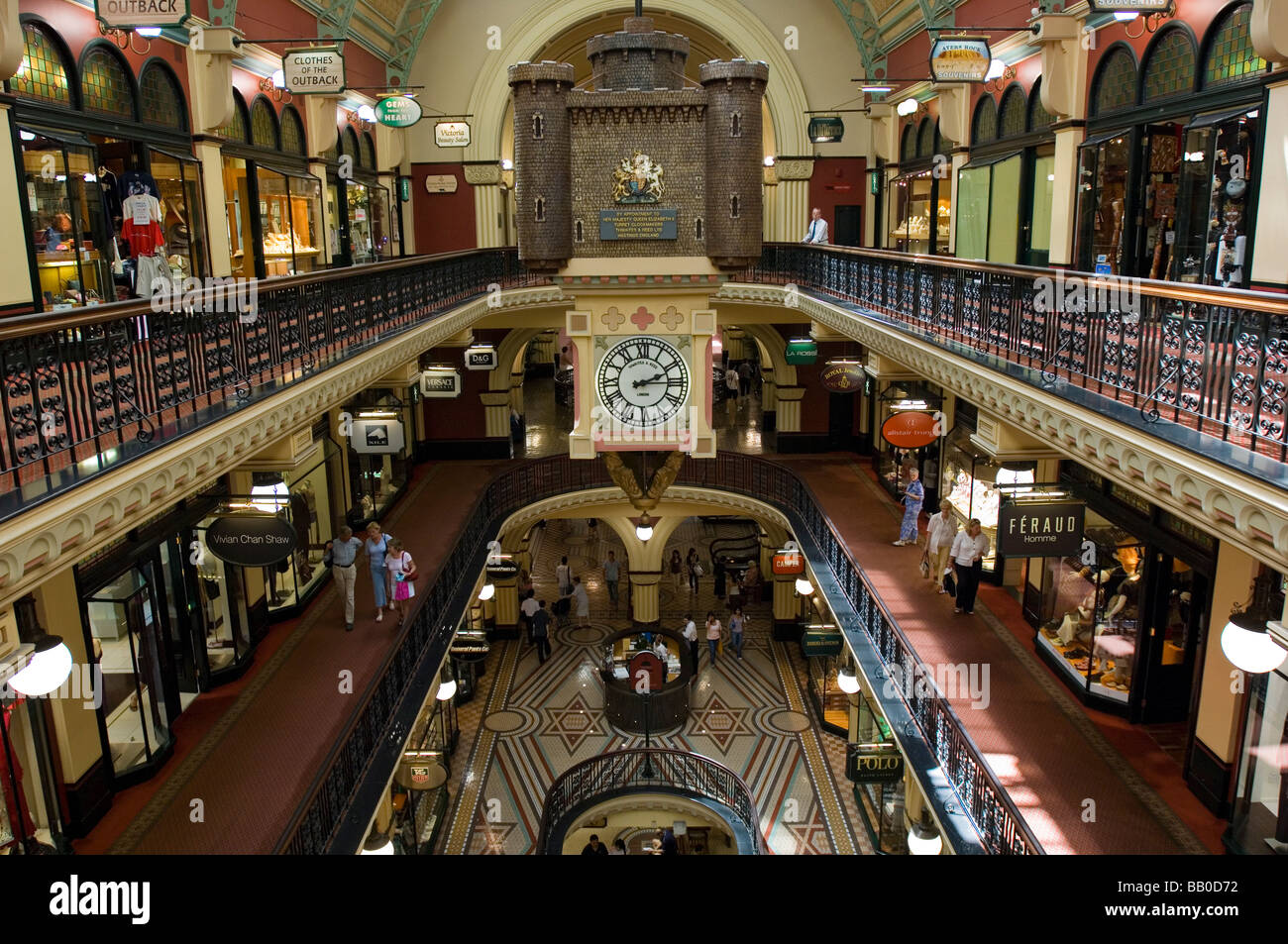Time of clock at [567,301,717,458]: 2:14
